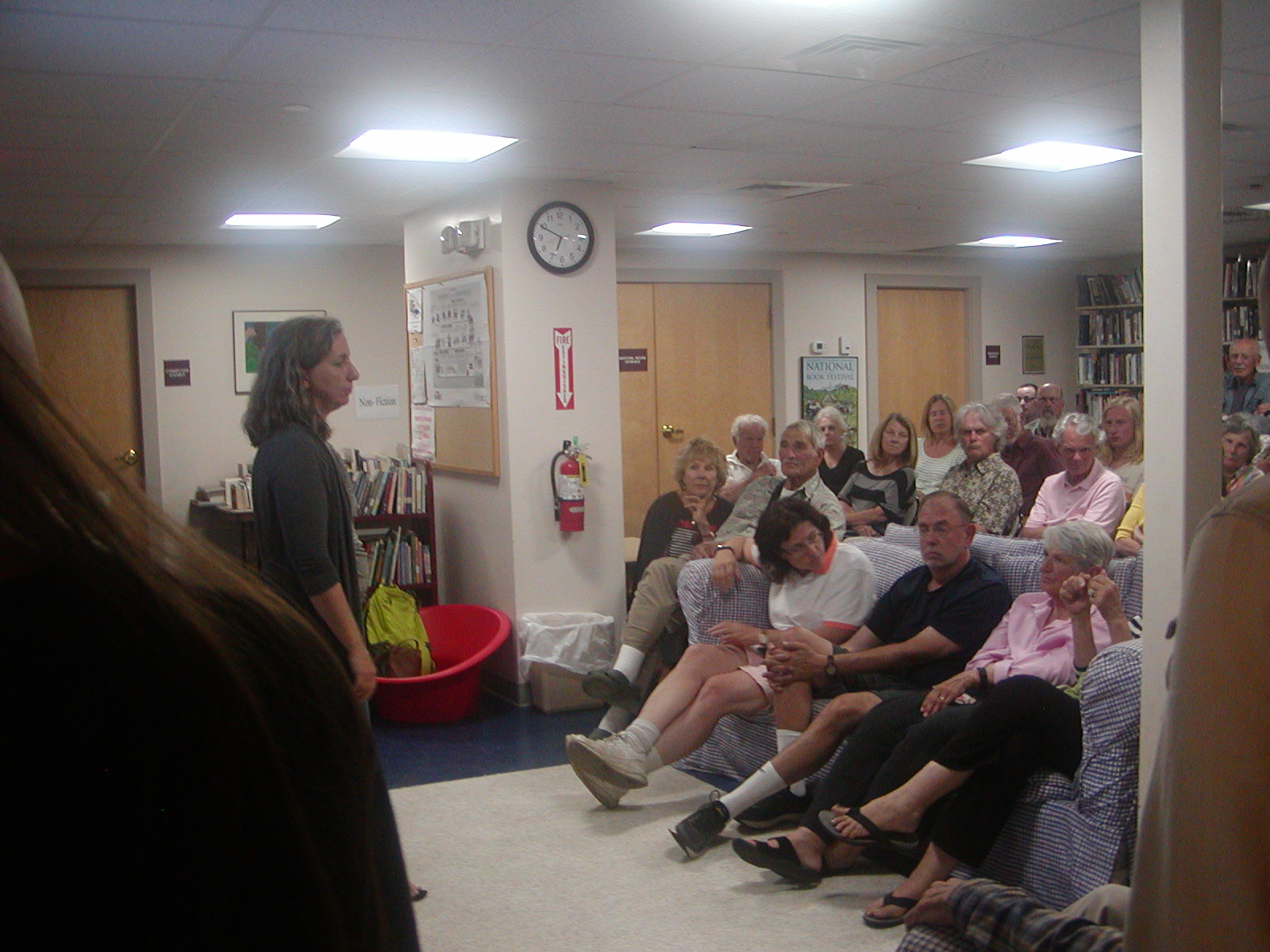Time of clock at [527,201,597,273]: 6:49
